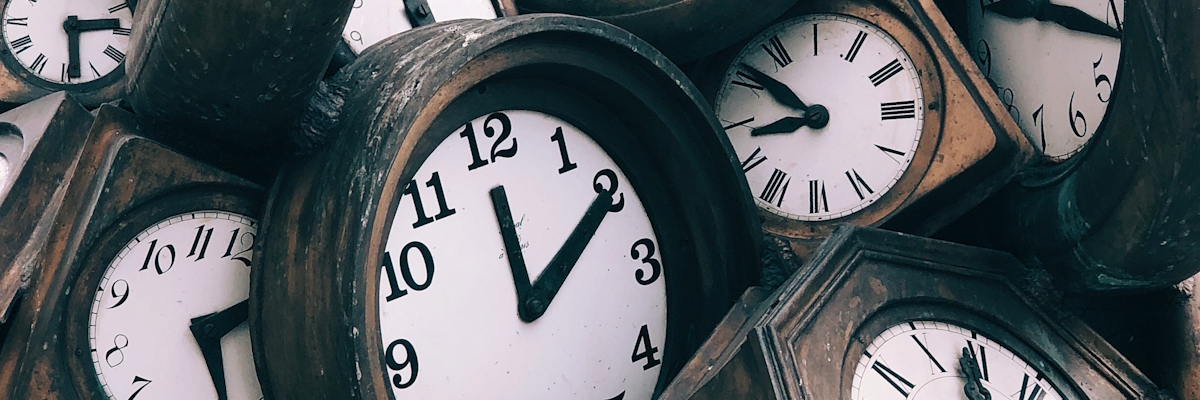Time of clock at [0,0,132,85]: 2:29
